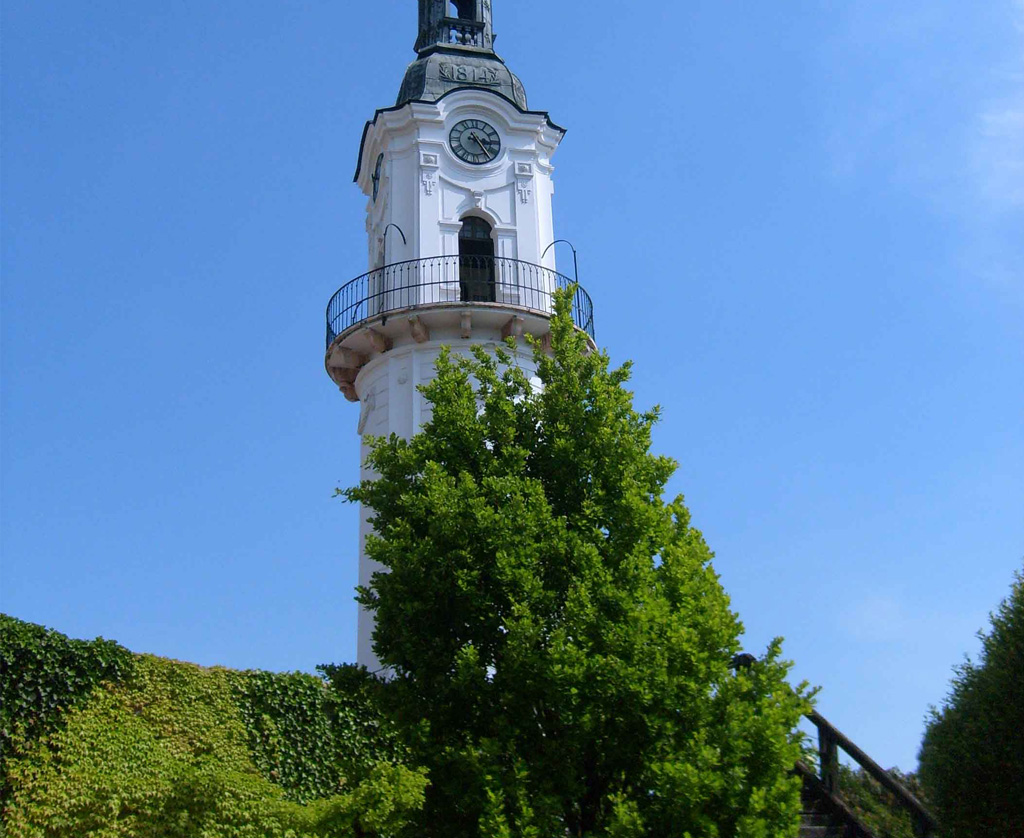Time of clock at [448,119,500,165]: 3:24
